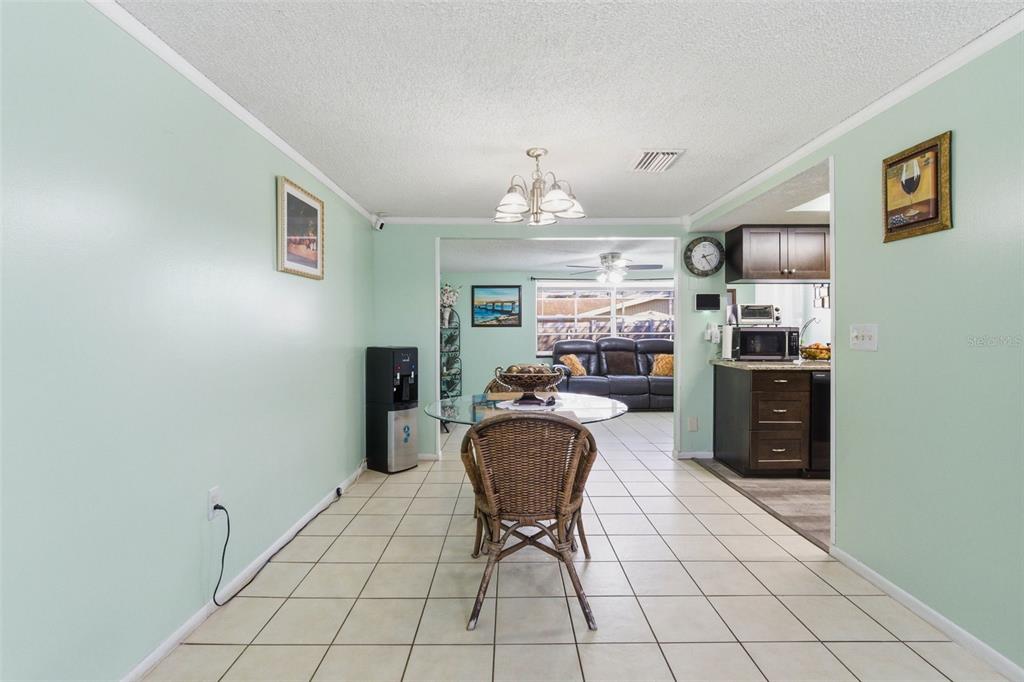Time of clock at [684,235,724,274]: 2:24
